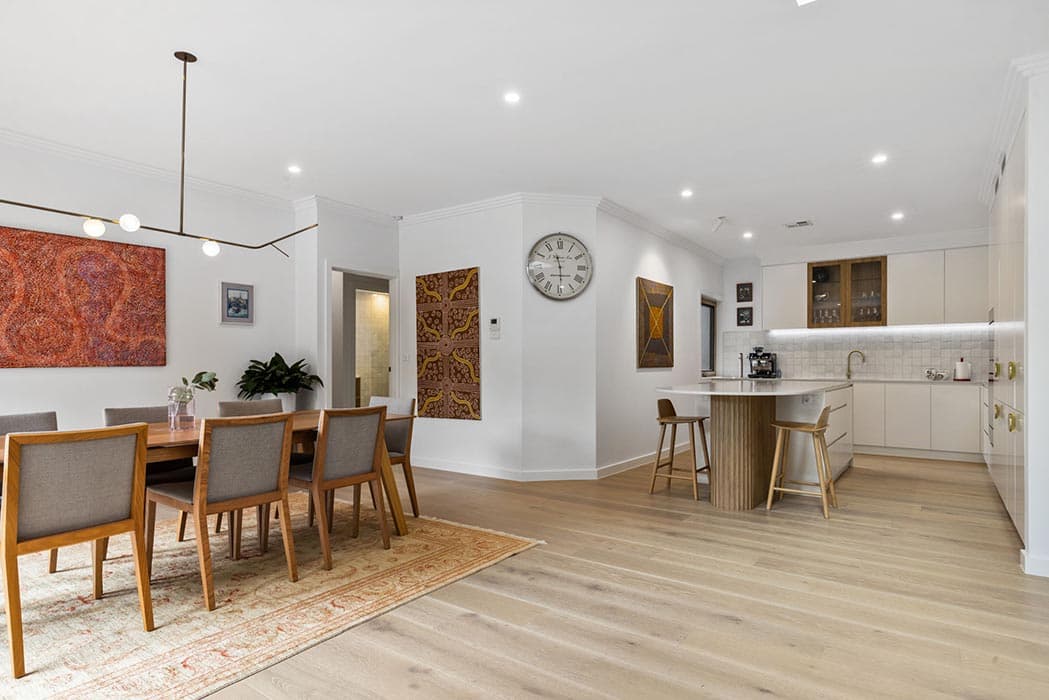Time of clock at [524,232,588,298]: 11:29
